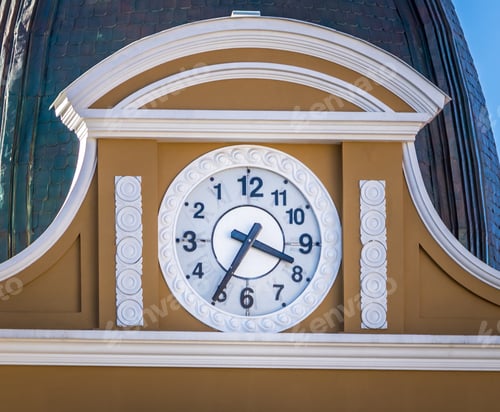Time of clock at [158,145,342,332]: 3:35
